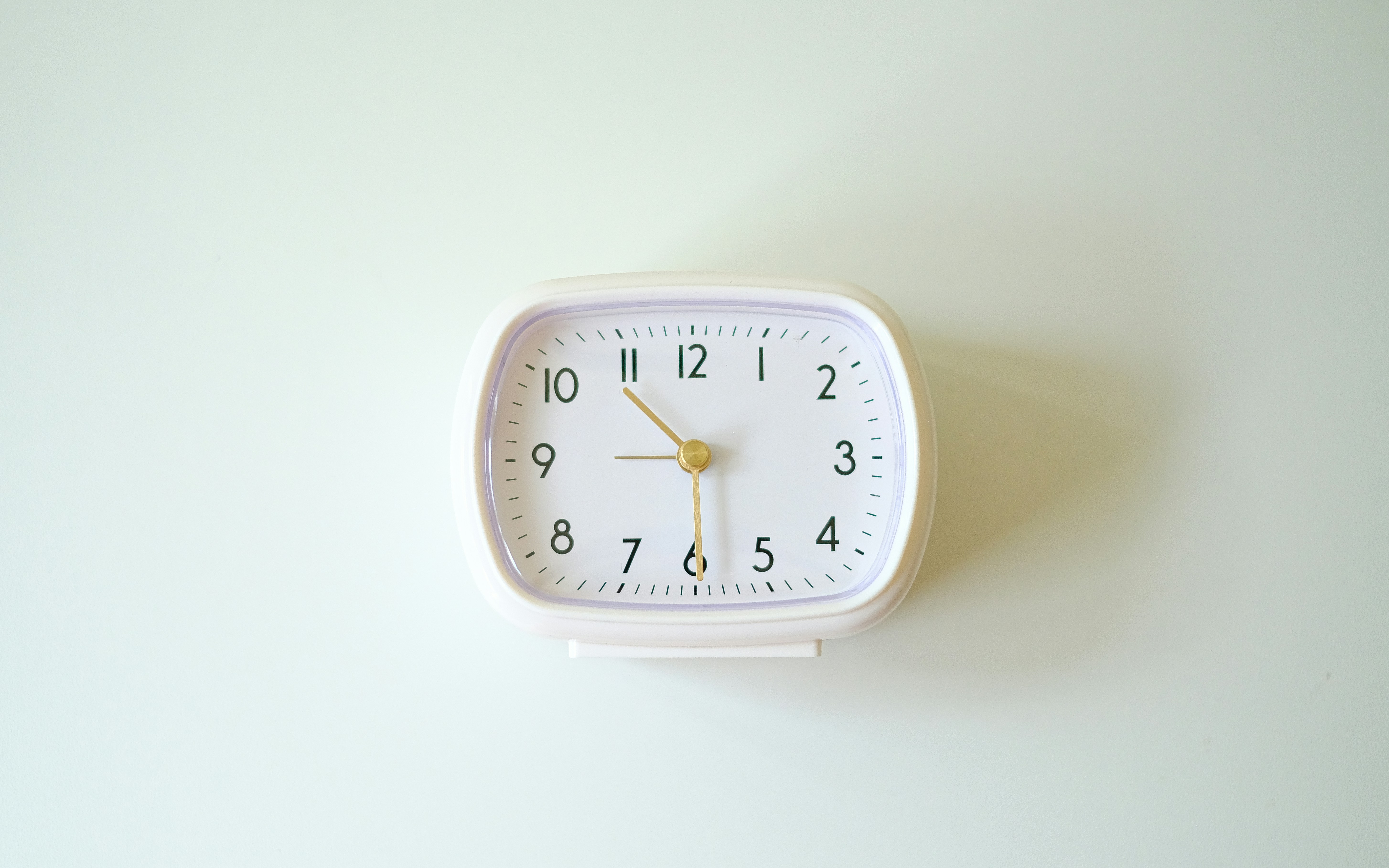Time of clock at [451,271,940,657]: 10:29
